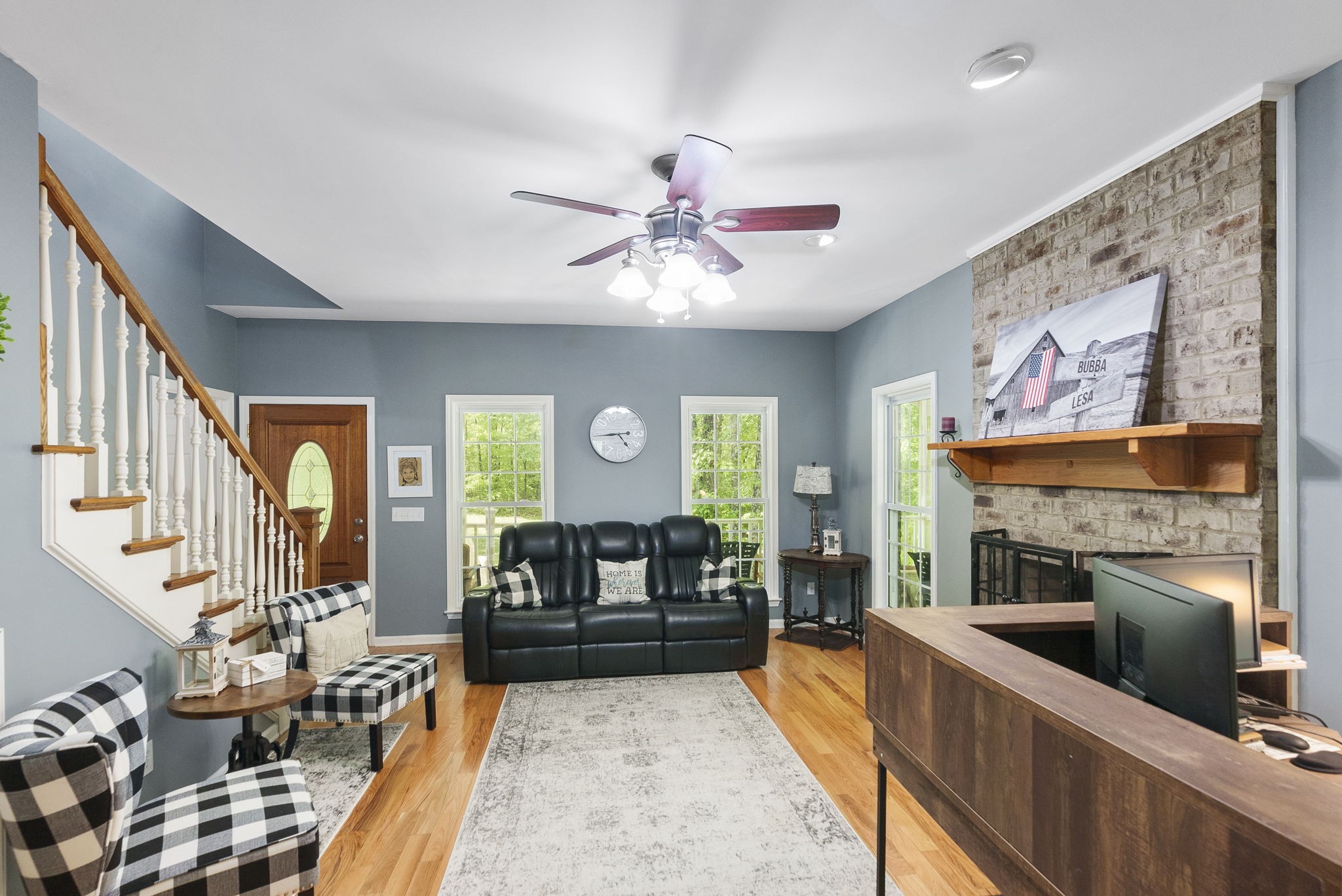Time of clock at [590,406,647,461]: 4:44
